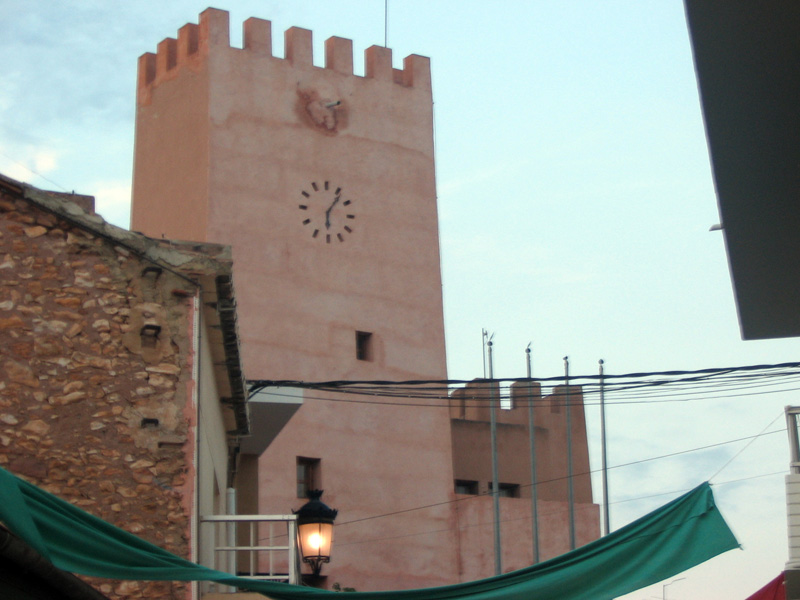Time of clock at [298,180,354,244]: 6:06
